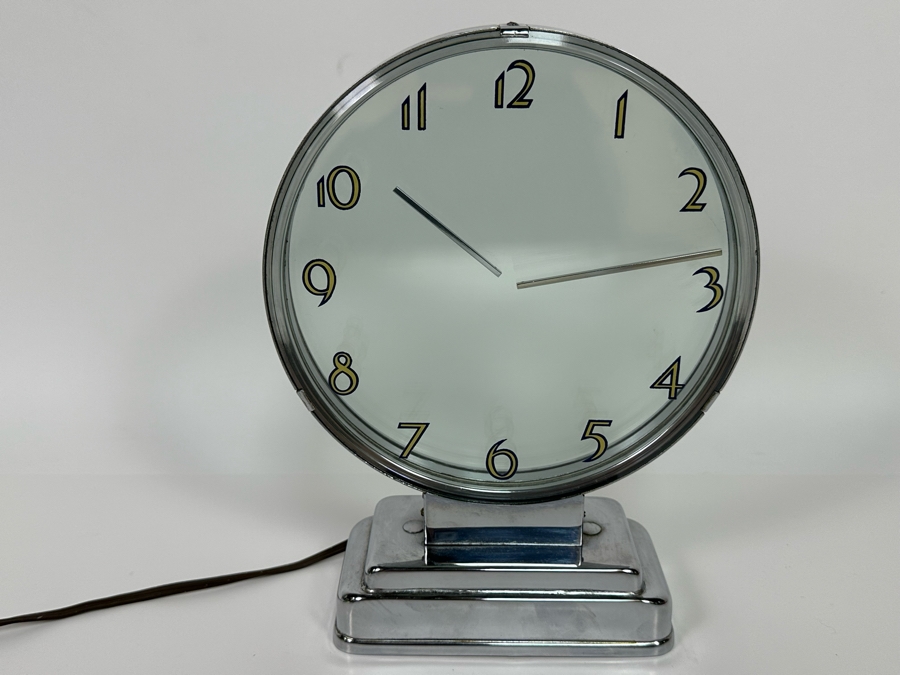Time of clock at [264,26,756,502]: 10:13
